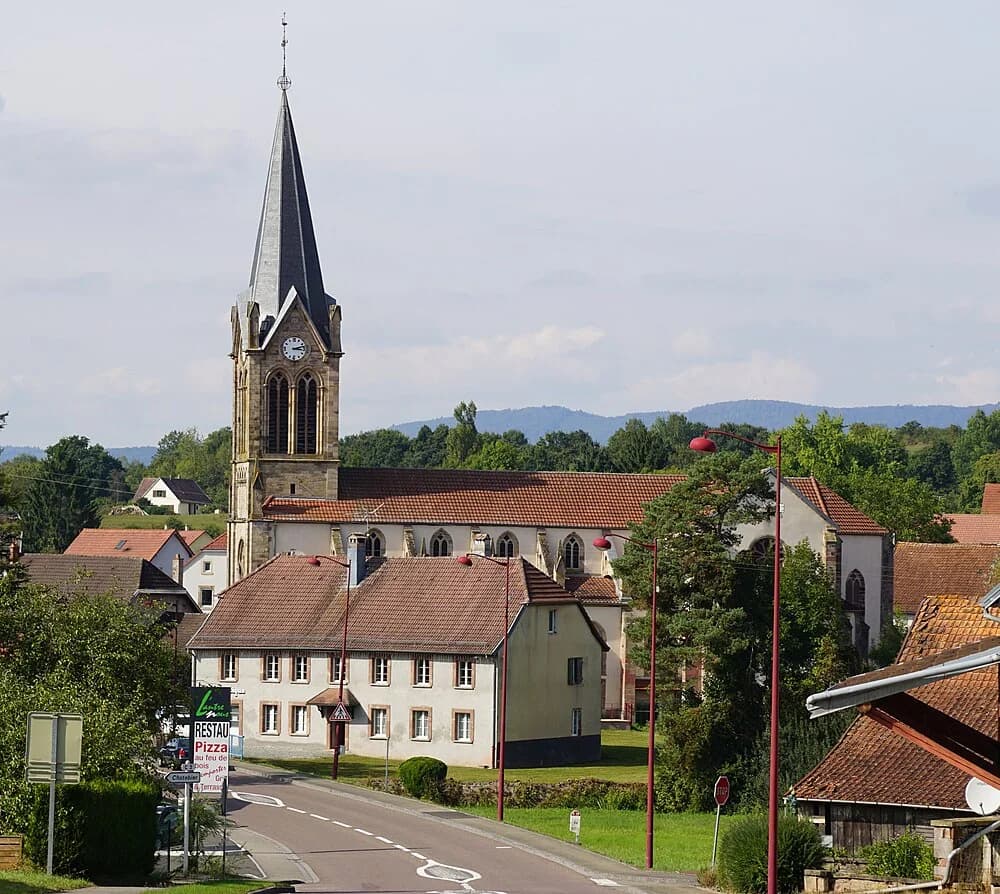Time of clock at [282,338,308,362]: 3:12
